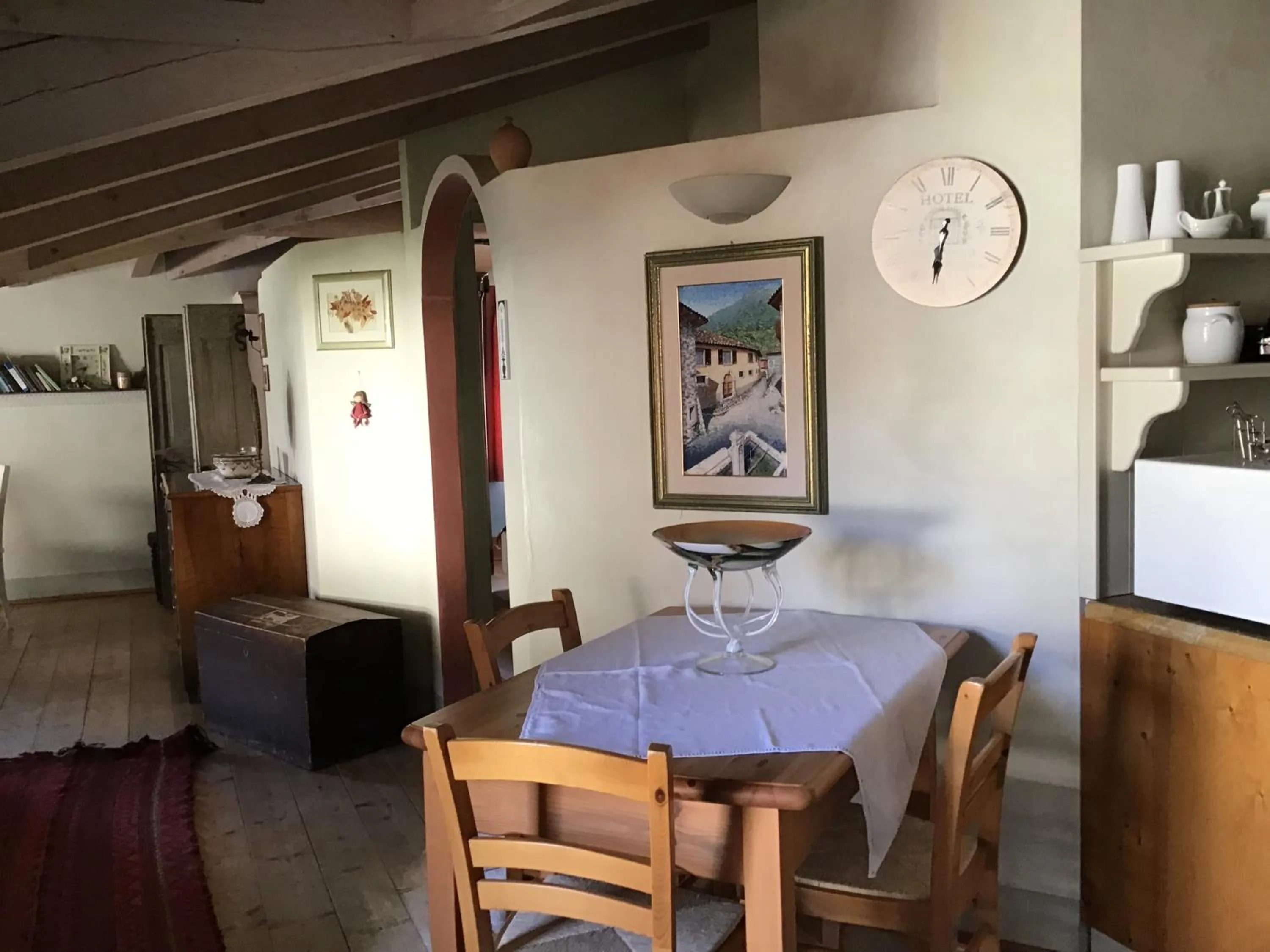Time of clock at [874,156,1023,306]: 6:31
